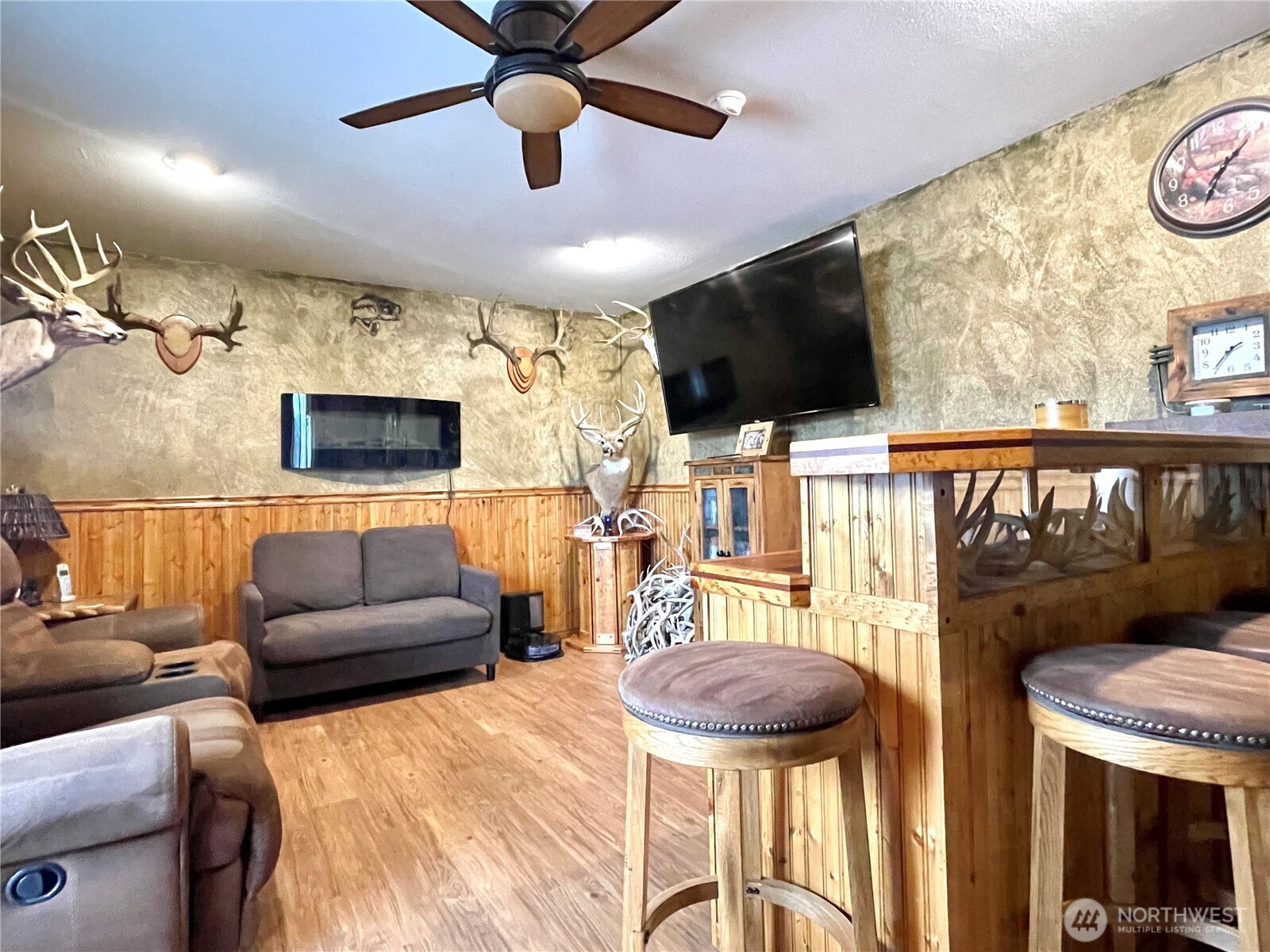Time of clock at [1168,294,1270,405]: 1:36
